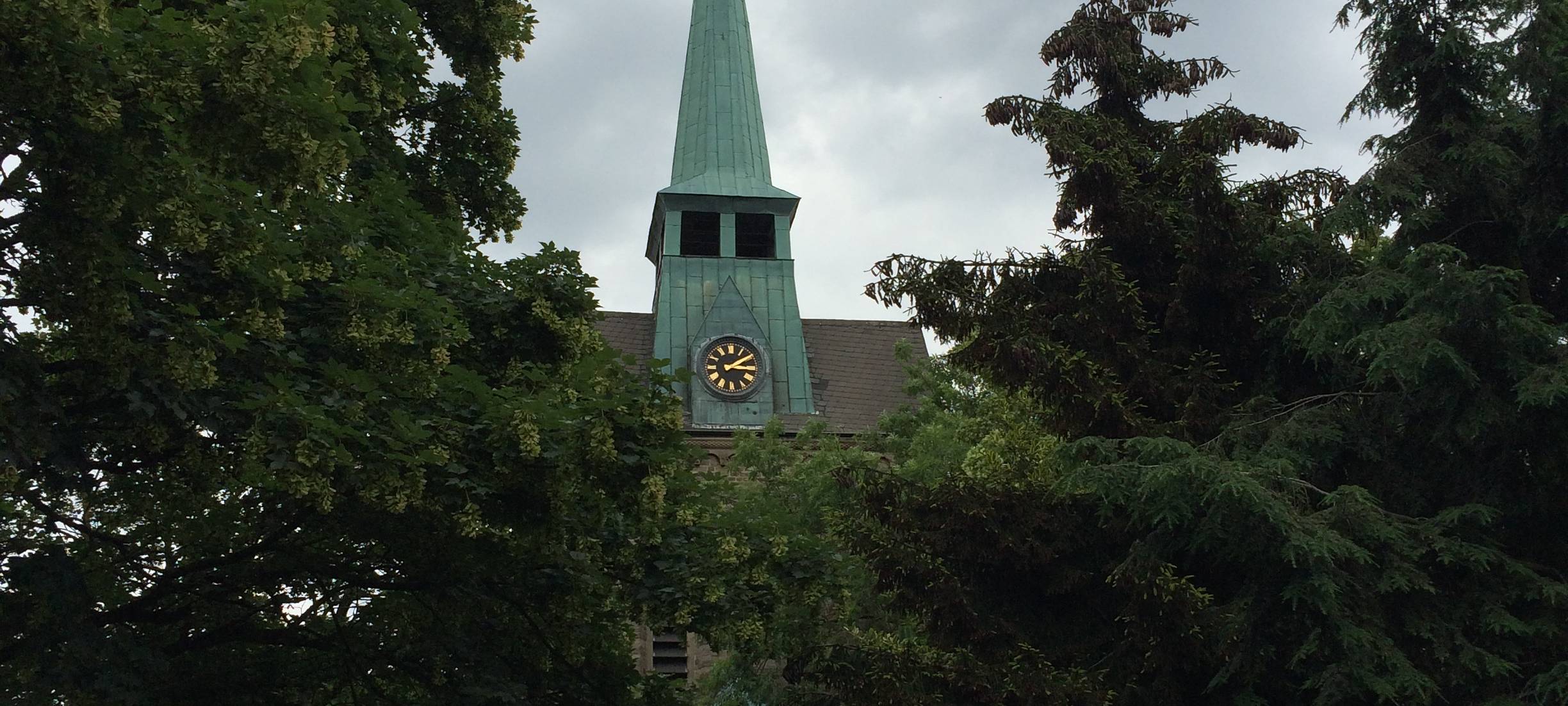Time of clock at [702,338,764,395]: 3:09
